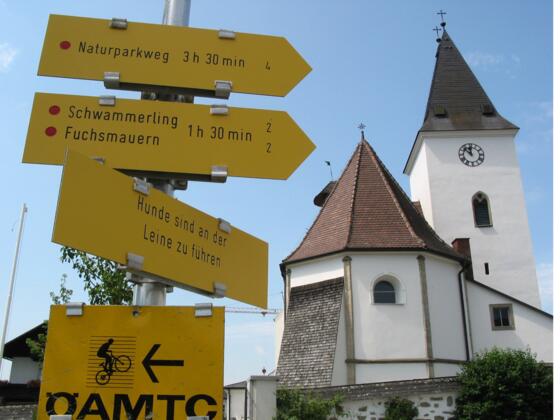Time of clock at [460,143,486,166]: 11:52
